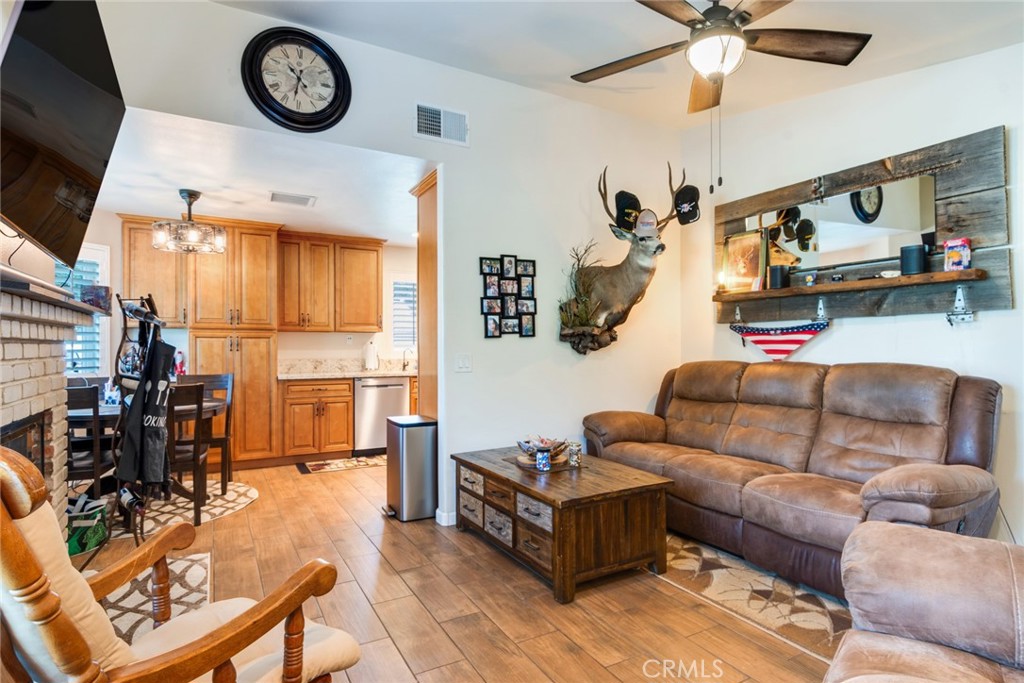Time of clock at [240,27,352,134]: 10:31
